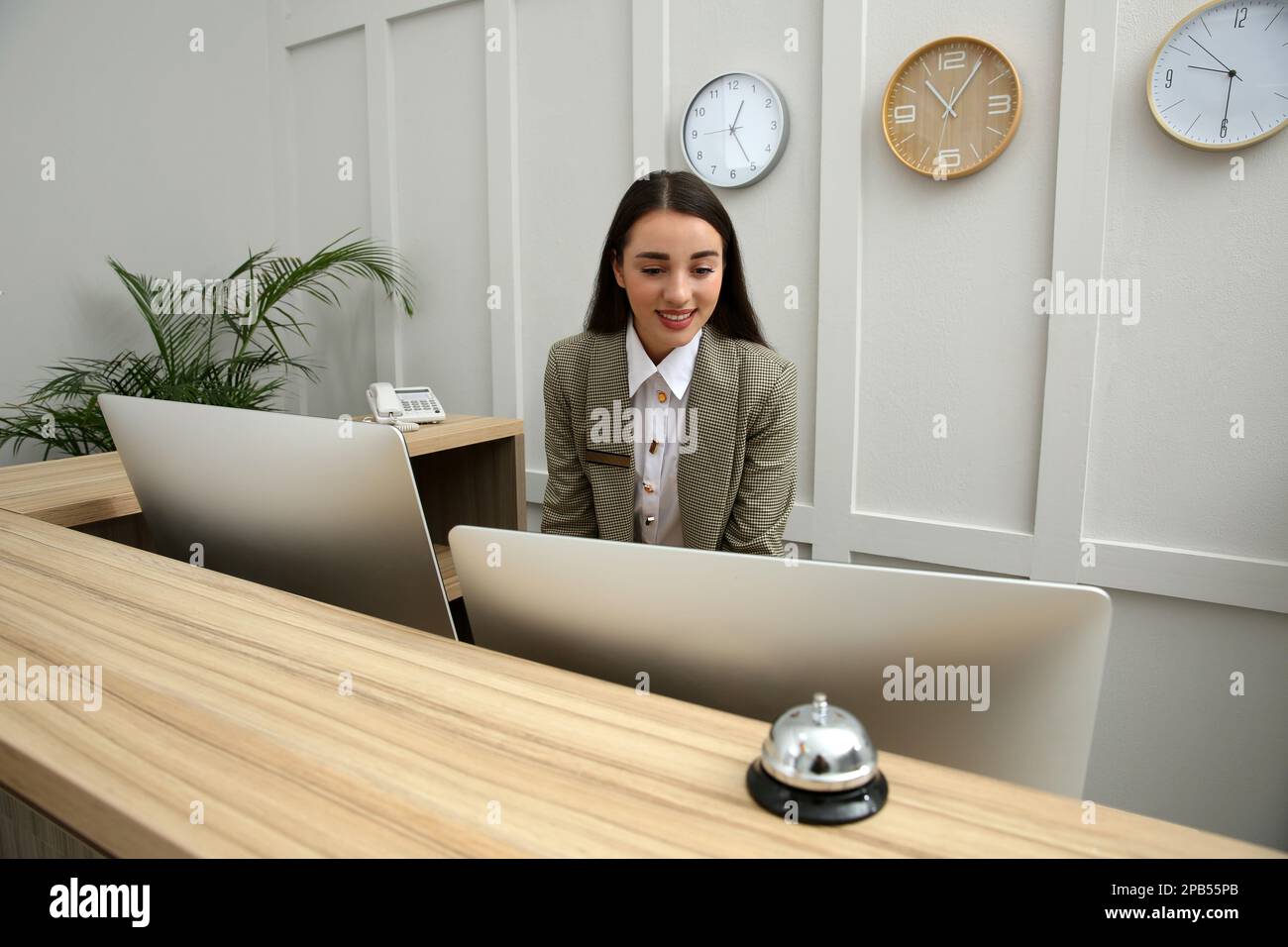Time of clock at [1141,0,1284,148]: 9:30
